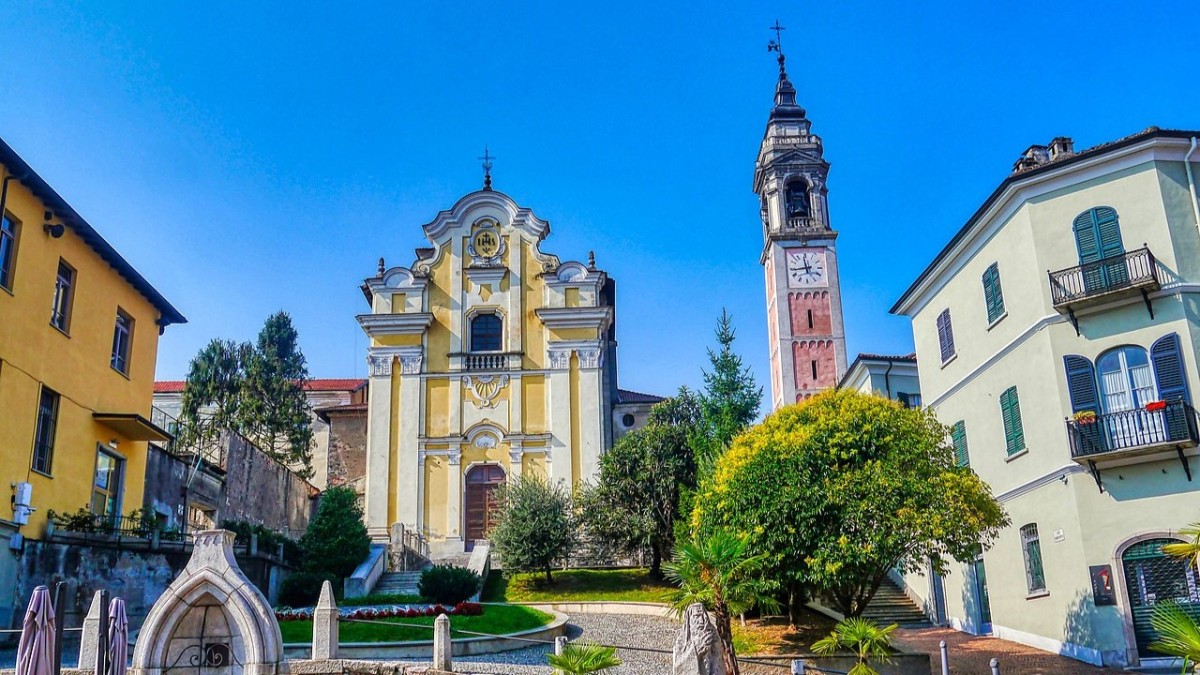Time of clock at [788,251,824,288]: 11:43
